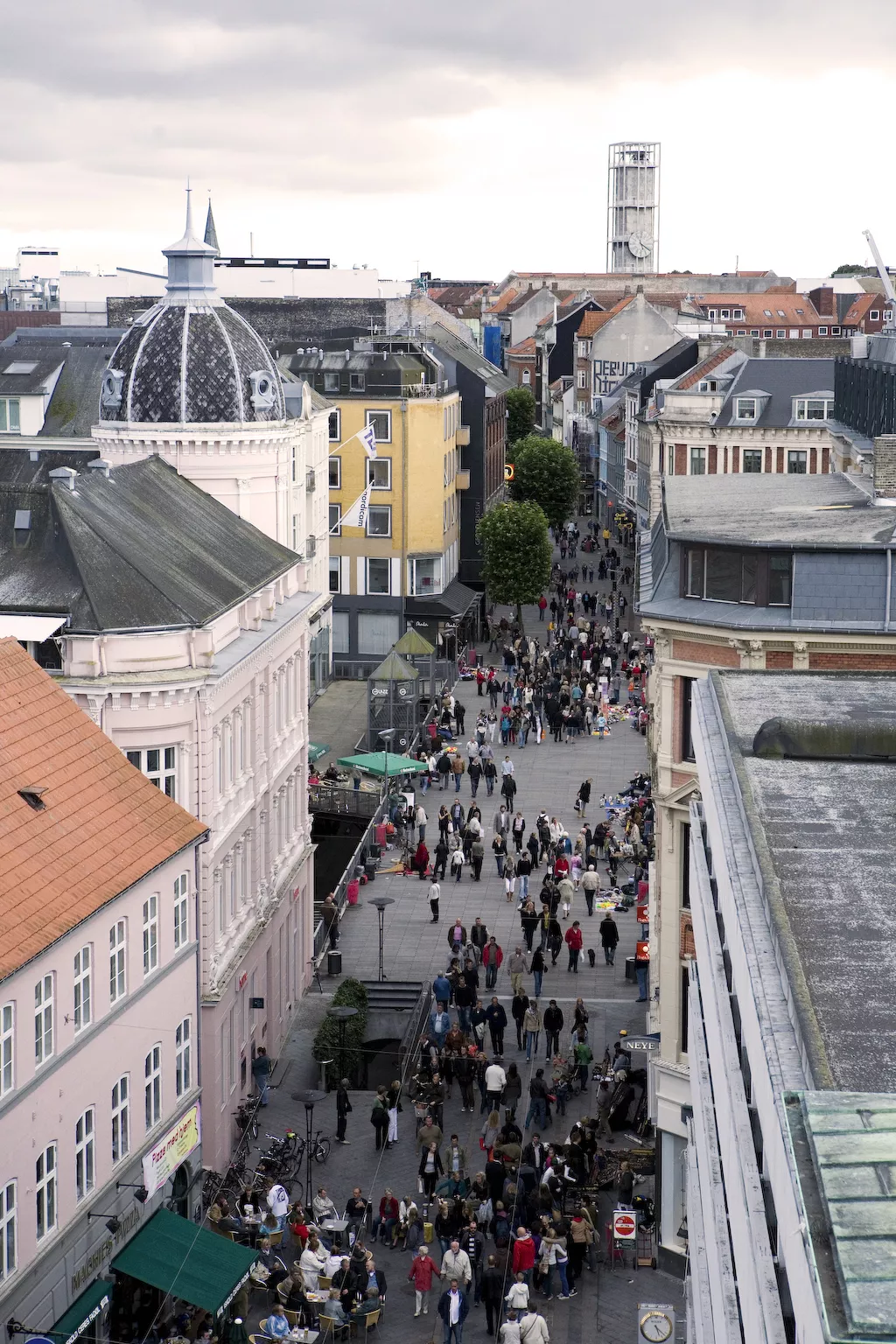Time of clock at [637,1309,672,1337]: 5:22
